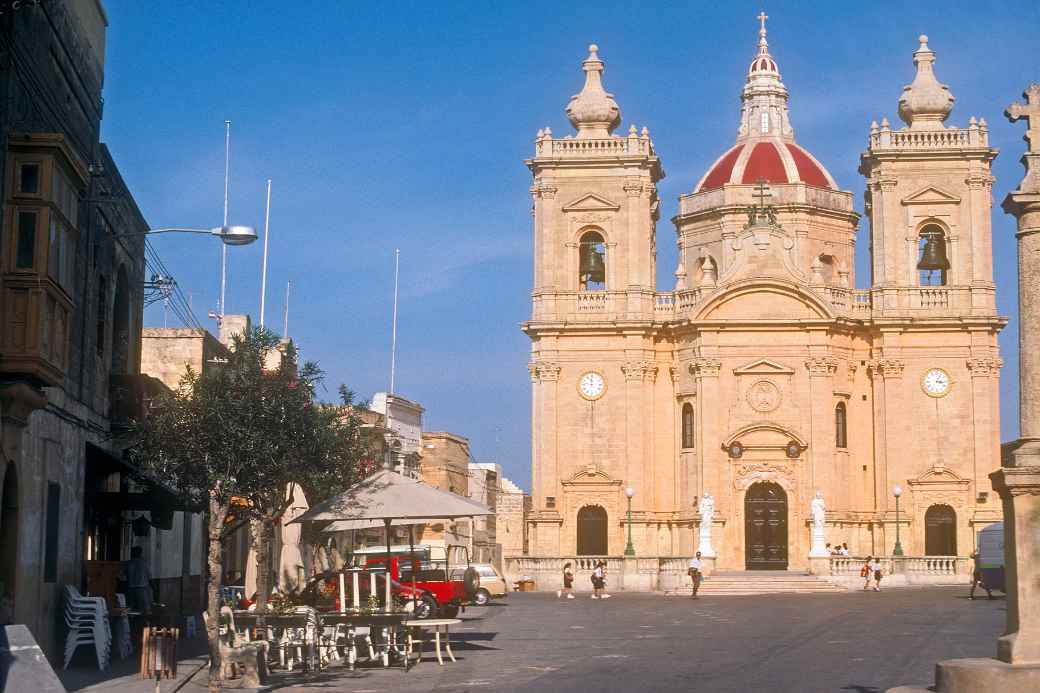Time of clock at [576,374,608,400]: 11:46
